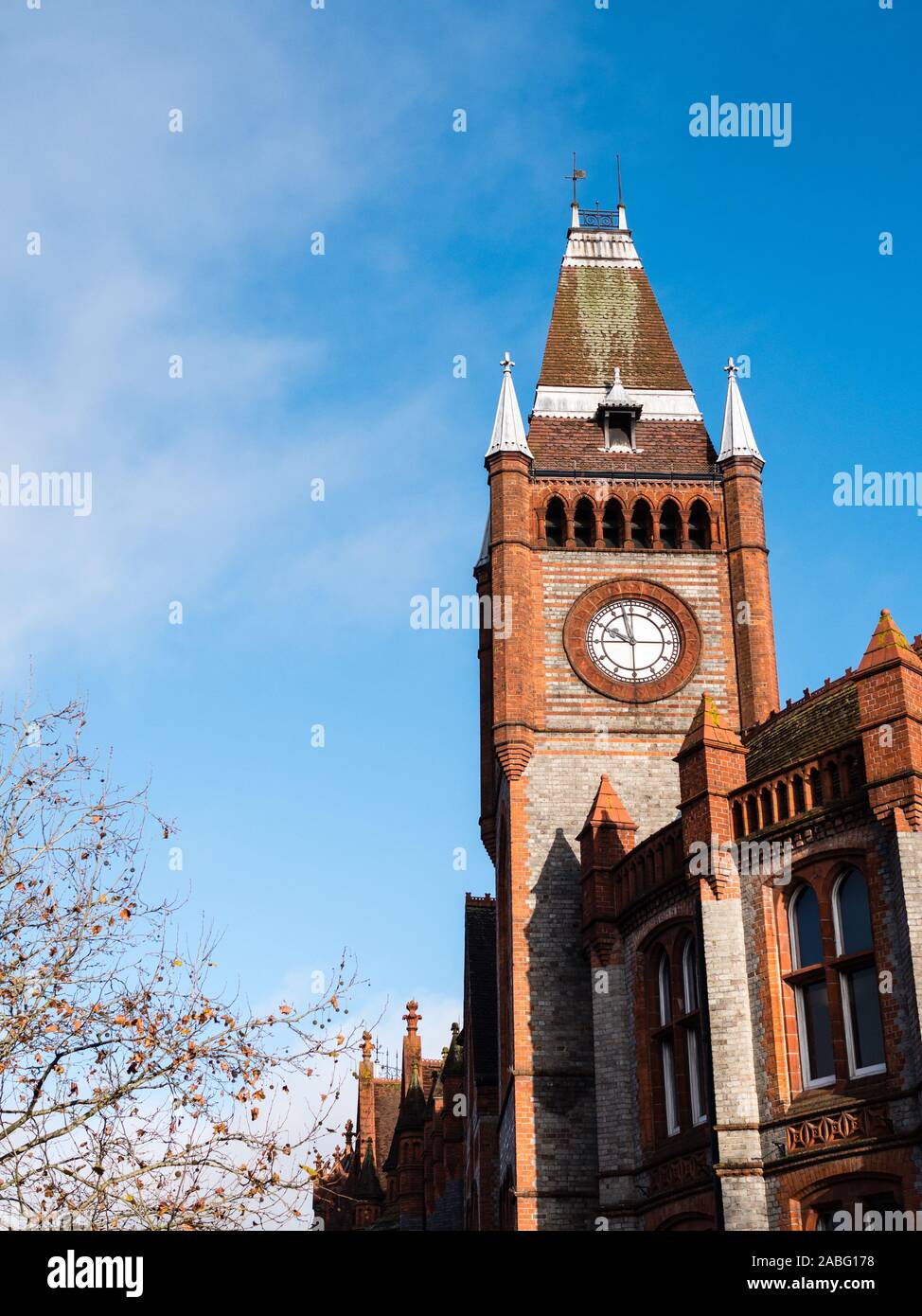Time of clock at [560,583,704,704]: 9:57
